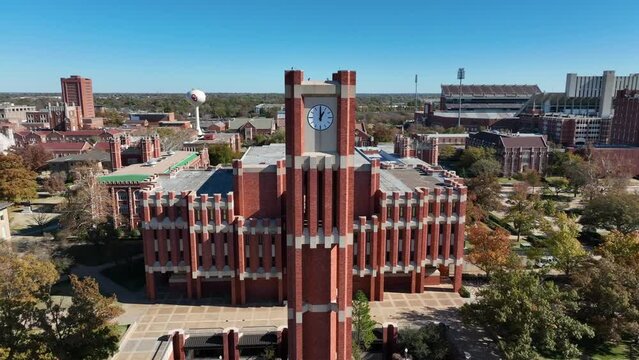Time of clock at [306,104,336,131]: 1:00
